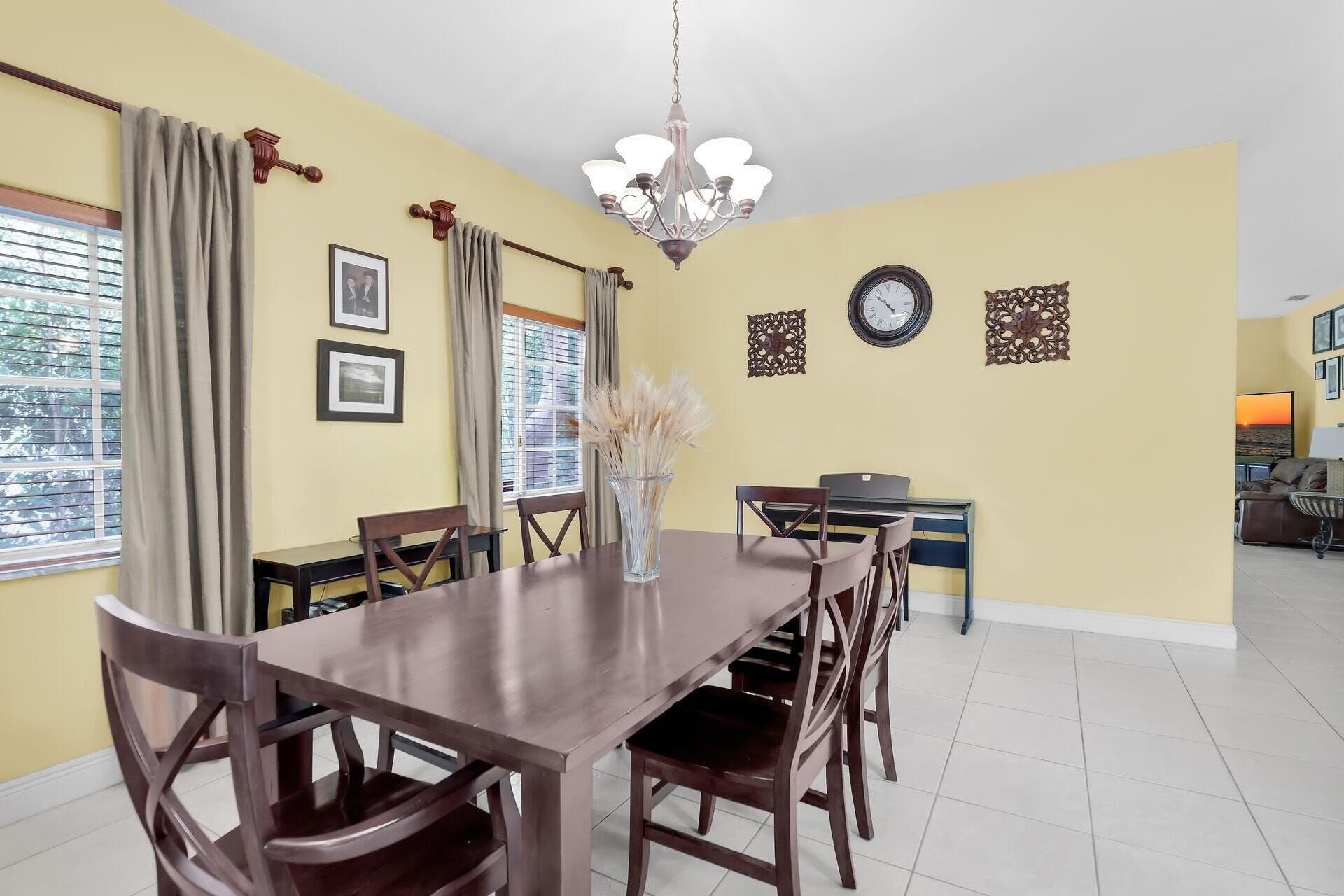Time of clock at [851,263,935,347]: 4:52
